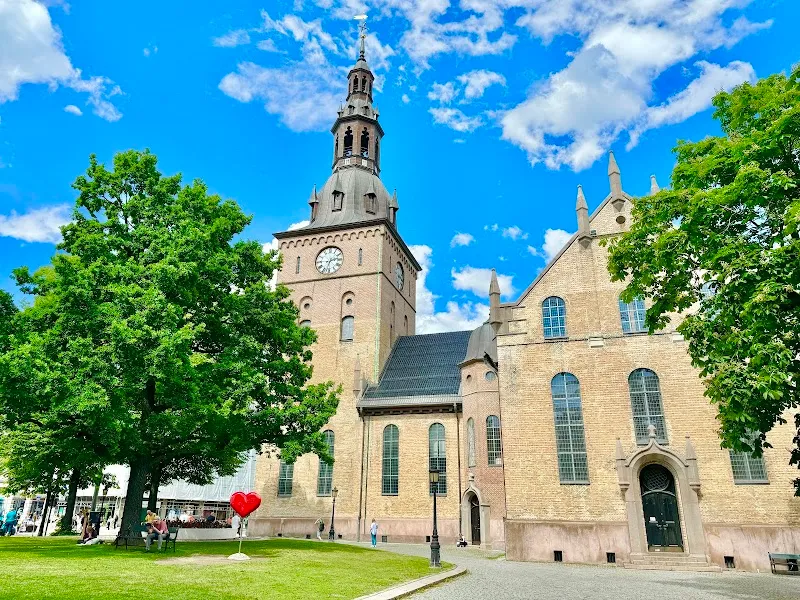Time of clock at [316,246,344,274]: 2:33
